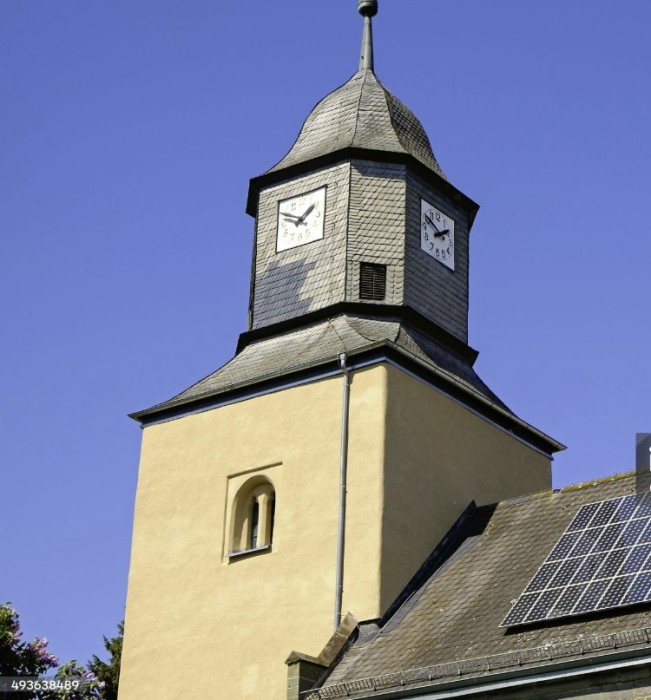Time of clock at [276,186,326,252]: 1:50
